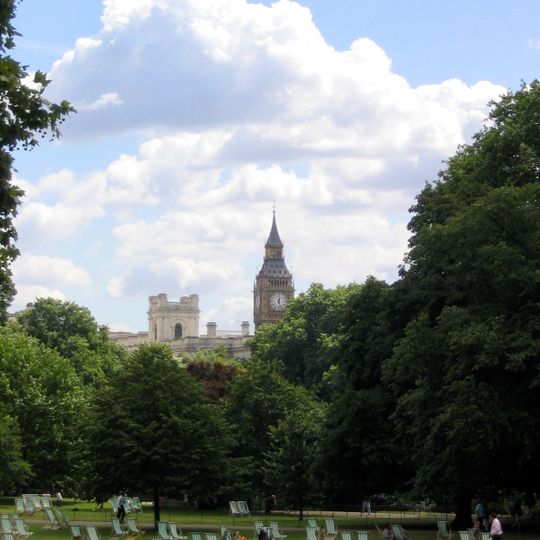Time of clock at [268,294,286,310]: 12:26
